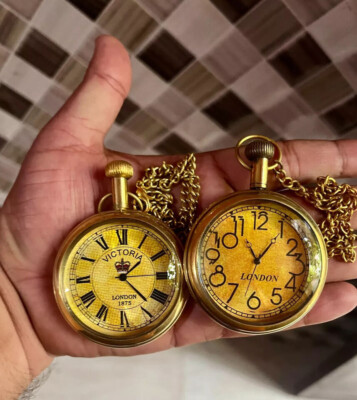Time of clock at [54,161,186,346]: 1:22
